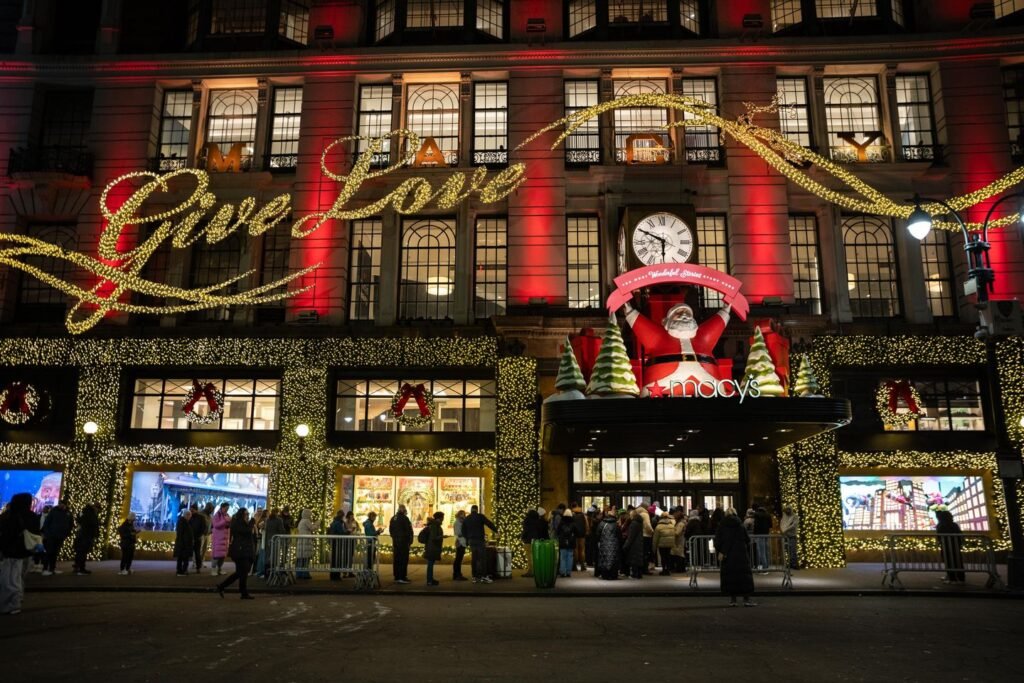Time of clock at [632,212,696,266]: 5:49
